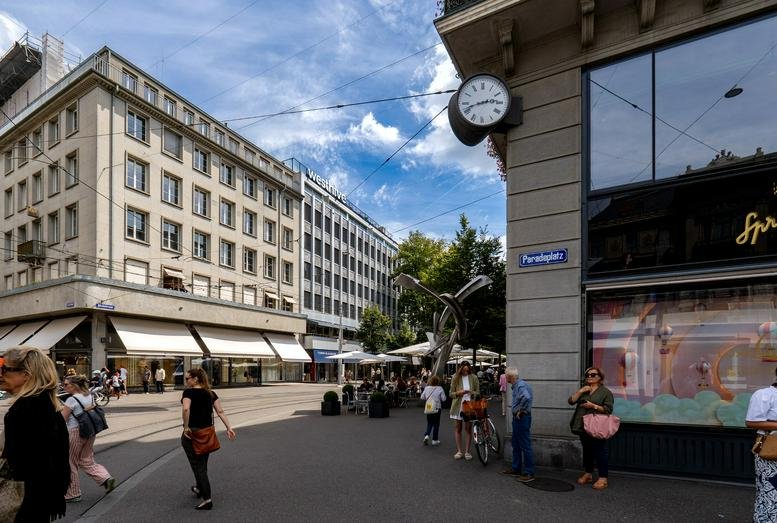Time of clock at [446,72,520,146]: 2:42
